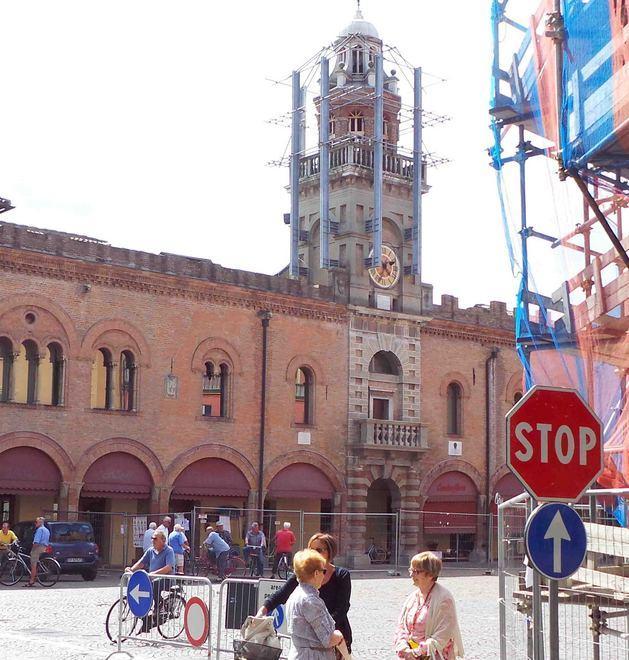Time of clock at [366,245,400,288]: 4:34
